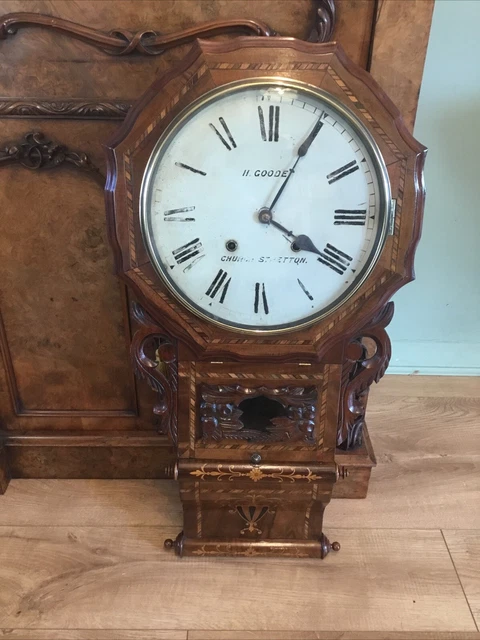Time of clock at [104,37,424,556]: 4:04
